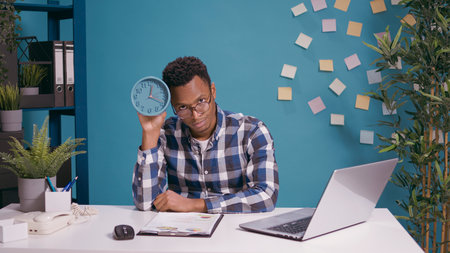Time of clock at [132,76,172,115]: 12:18
